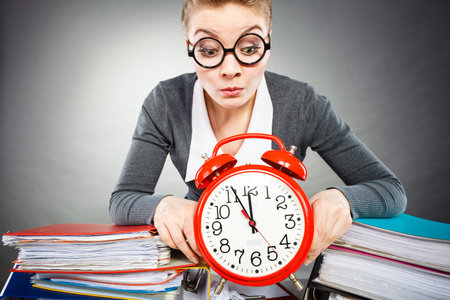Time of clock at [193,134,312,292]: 11:55
